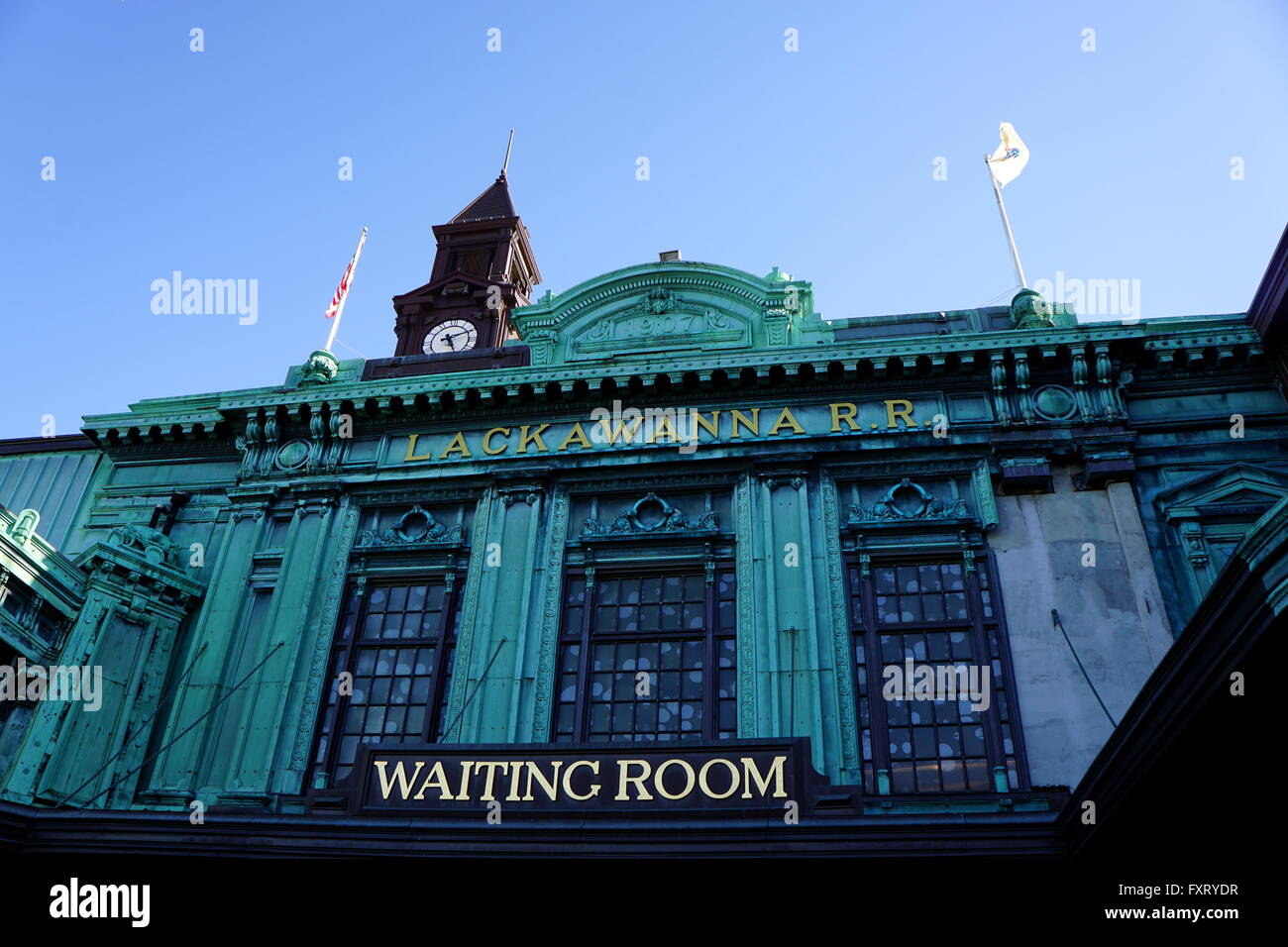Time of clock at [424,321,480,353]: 5:11
